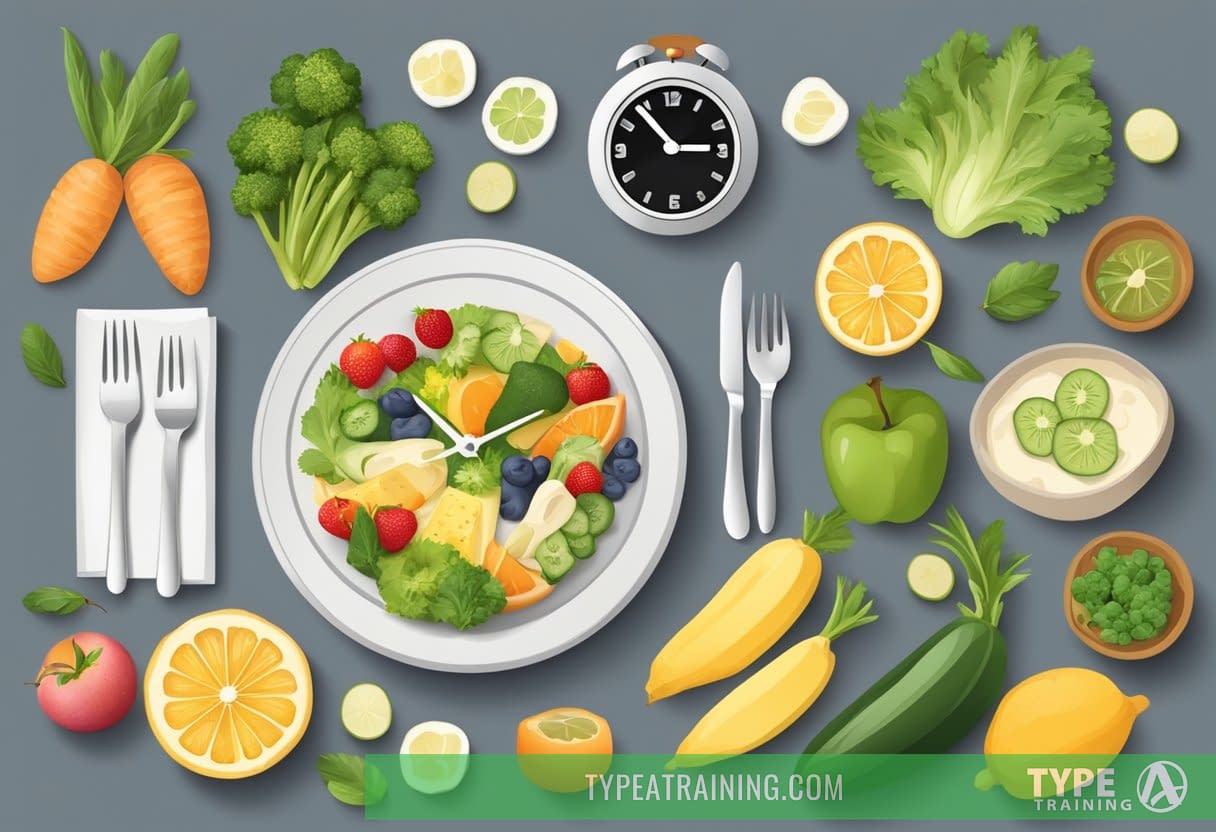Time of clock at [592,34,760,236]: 2:53
